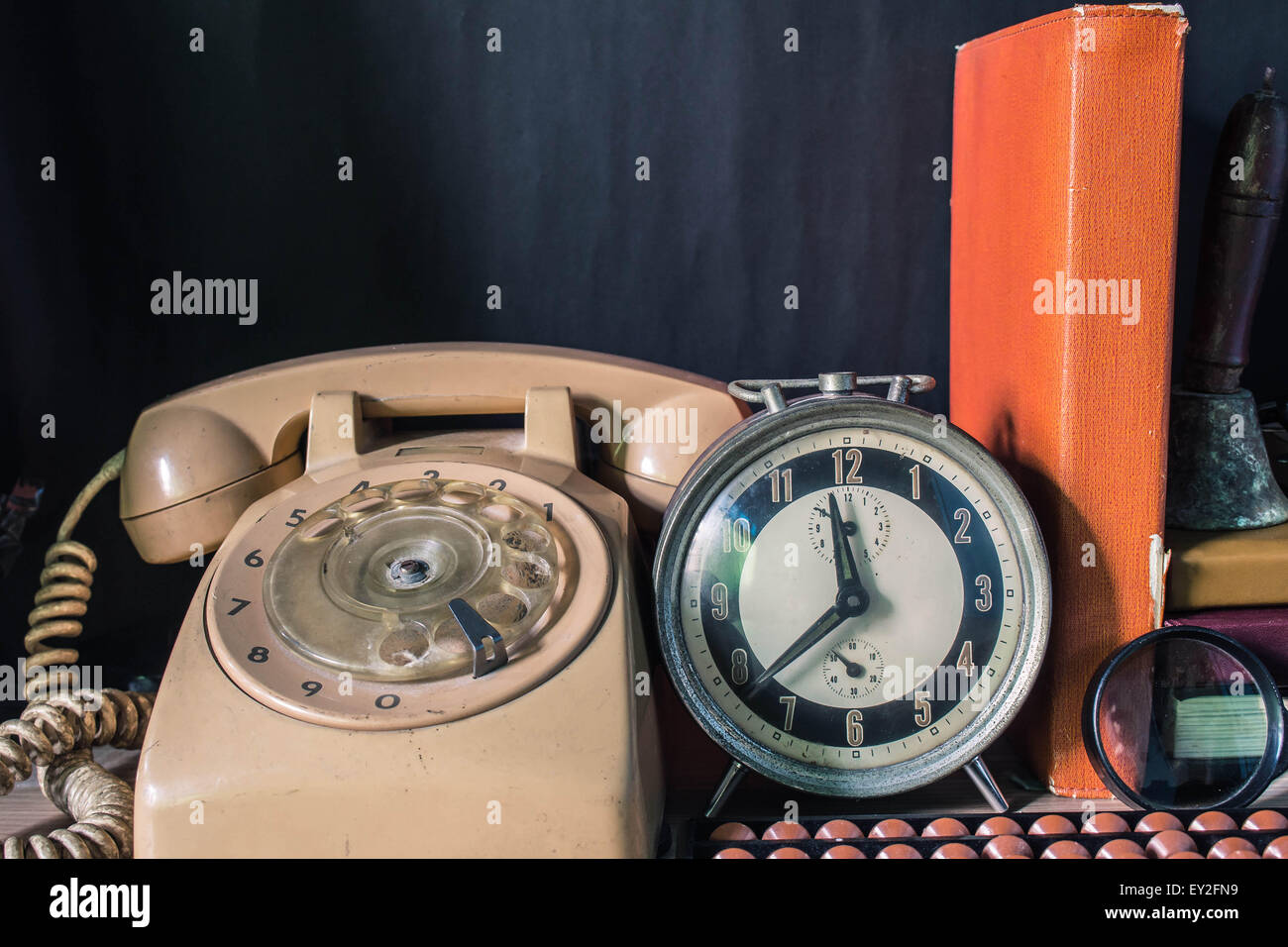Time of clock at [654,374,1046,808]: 11:38
